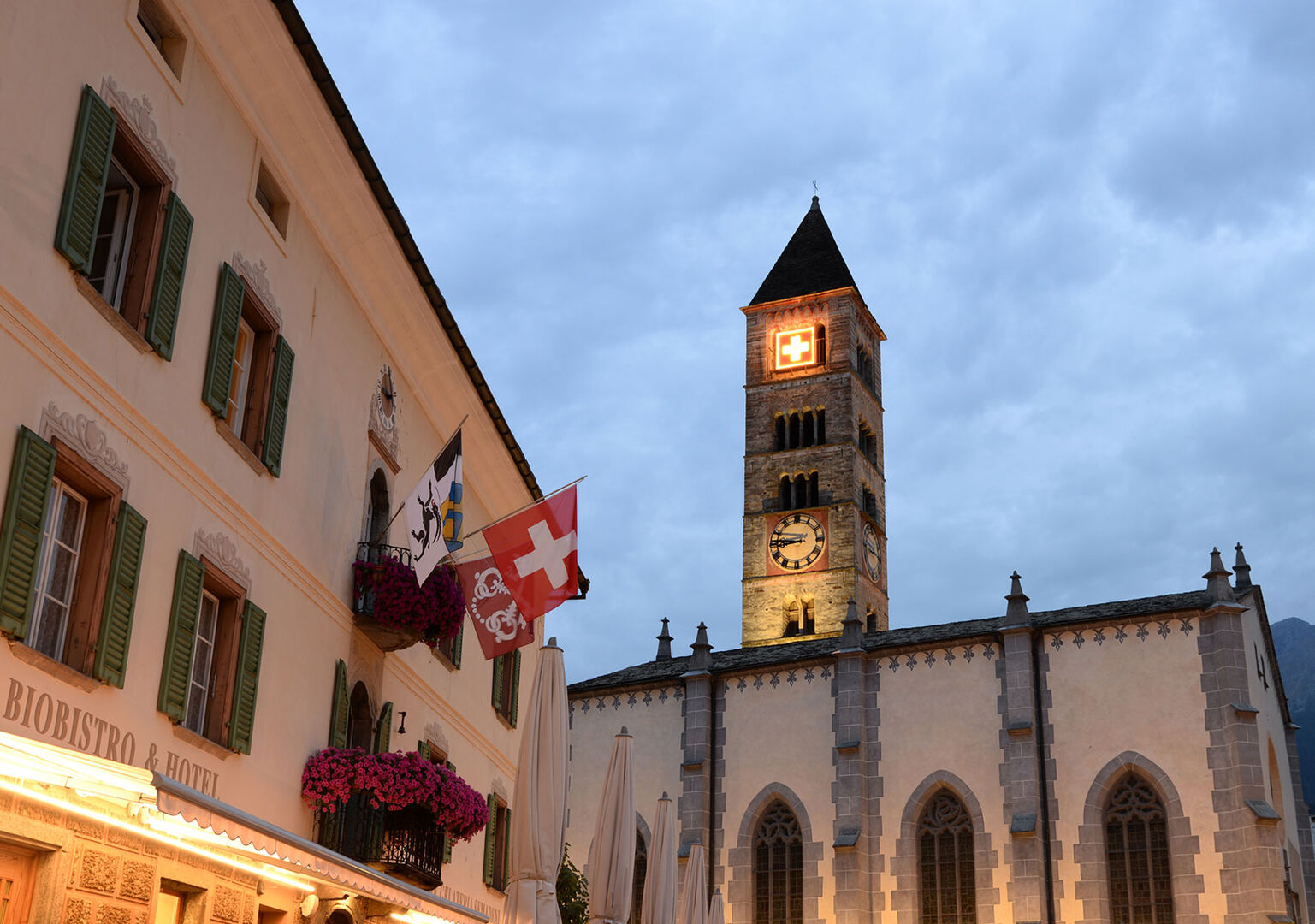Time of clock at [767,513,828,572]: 8:46
